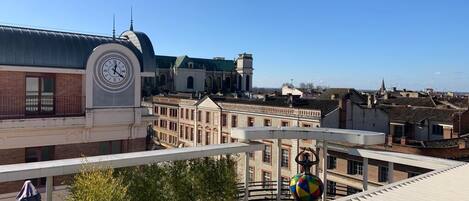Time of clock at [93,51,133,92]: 12:20
